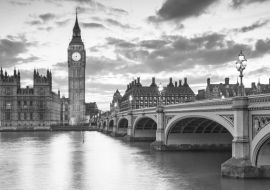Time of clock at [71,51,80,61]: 8:32
